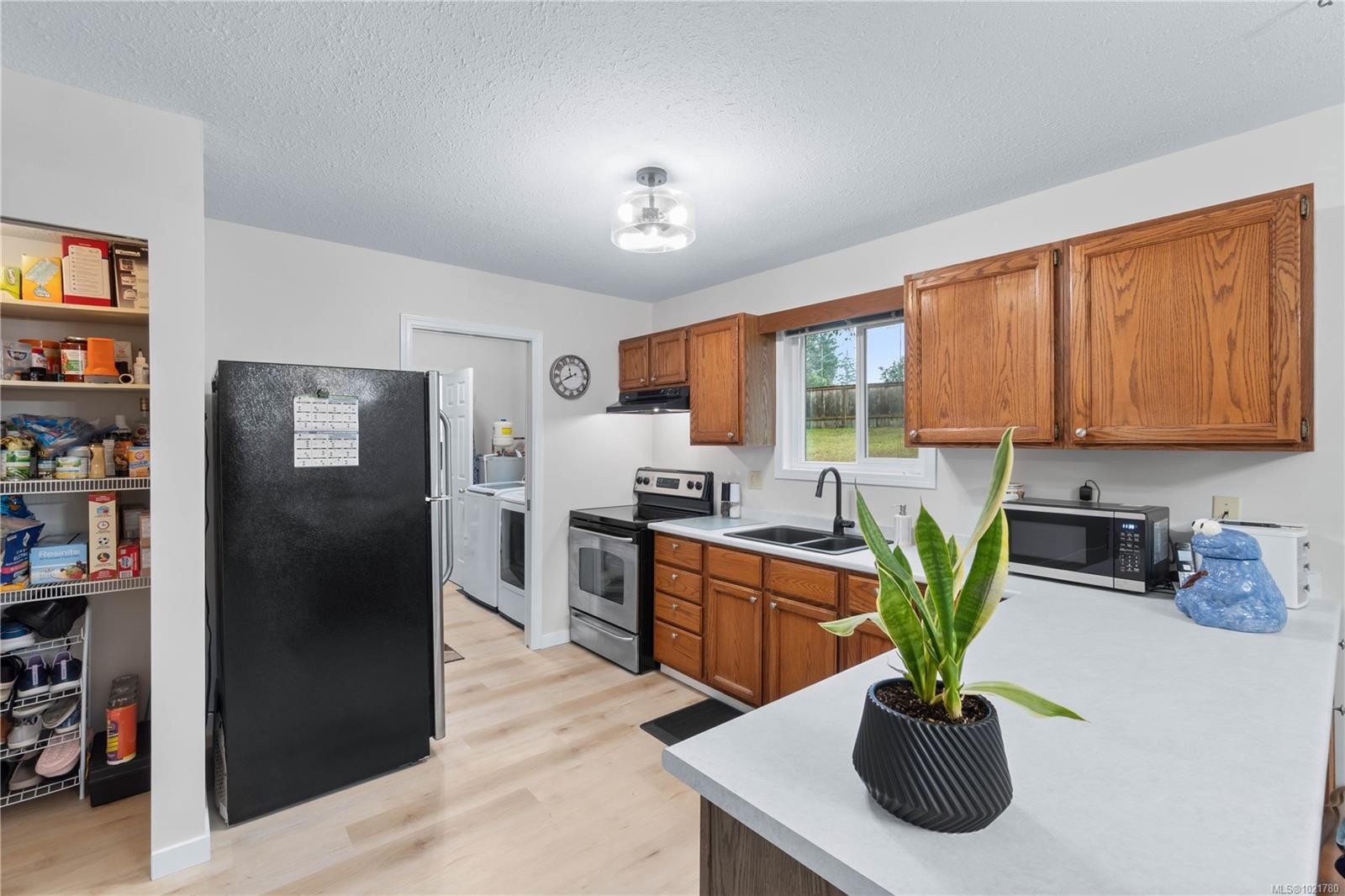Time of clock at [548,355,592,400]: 11:40
